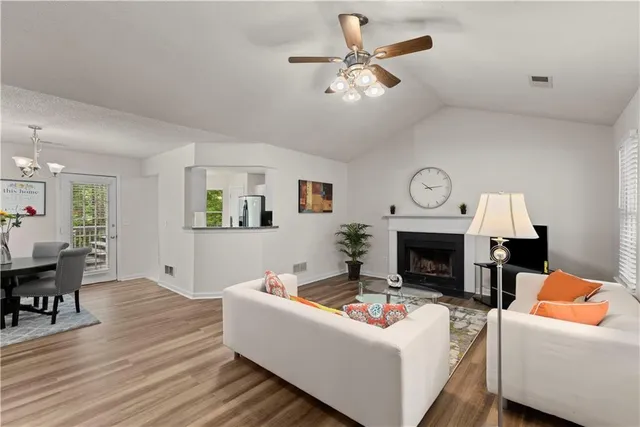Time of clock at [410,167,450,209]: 10:13
